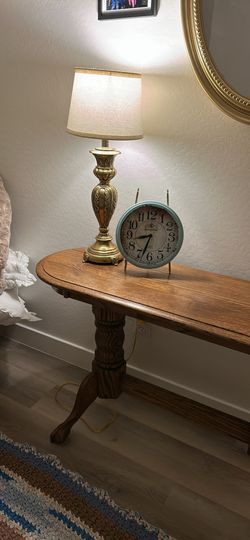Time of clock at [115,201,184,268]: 8:33
